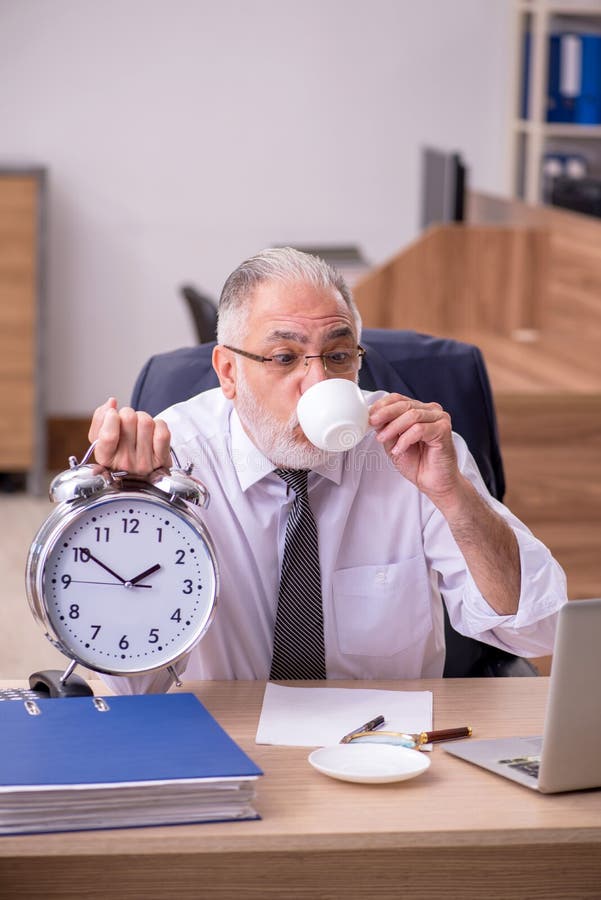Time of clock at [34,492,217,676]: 1:50
